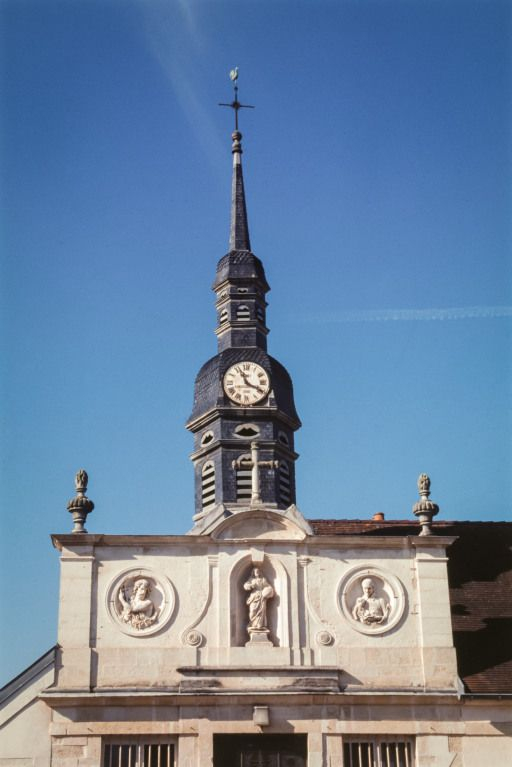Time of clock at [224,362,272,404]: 11:19
